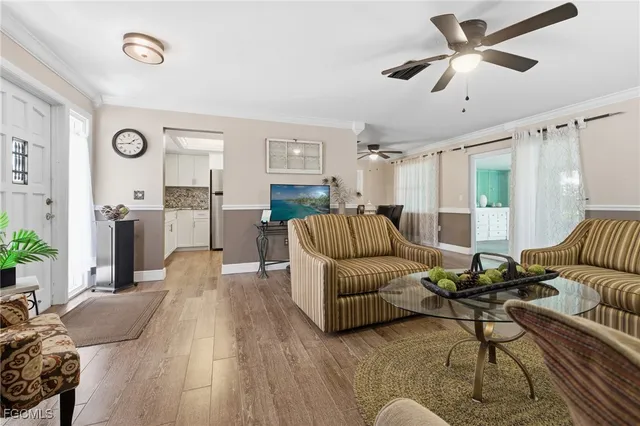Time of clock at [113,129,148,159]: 1:44
